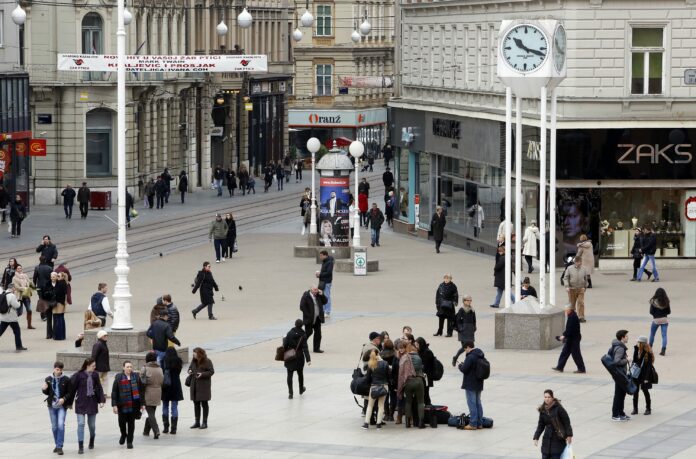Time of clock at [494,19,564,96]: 10:17
